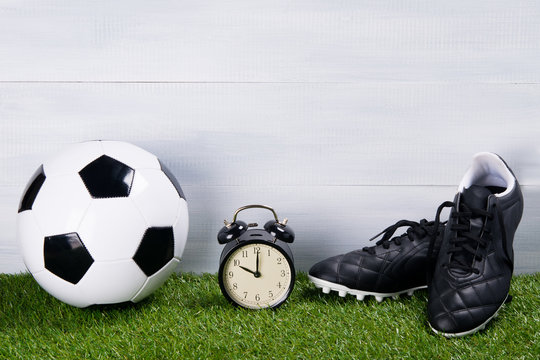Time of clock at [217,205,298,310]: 10:00
